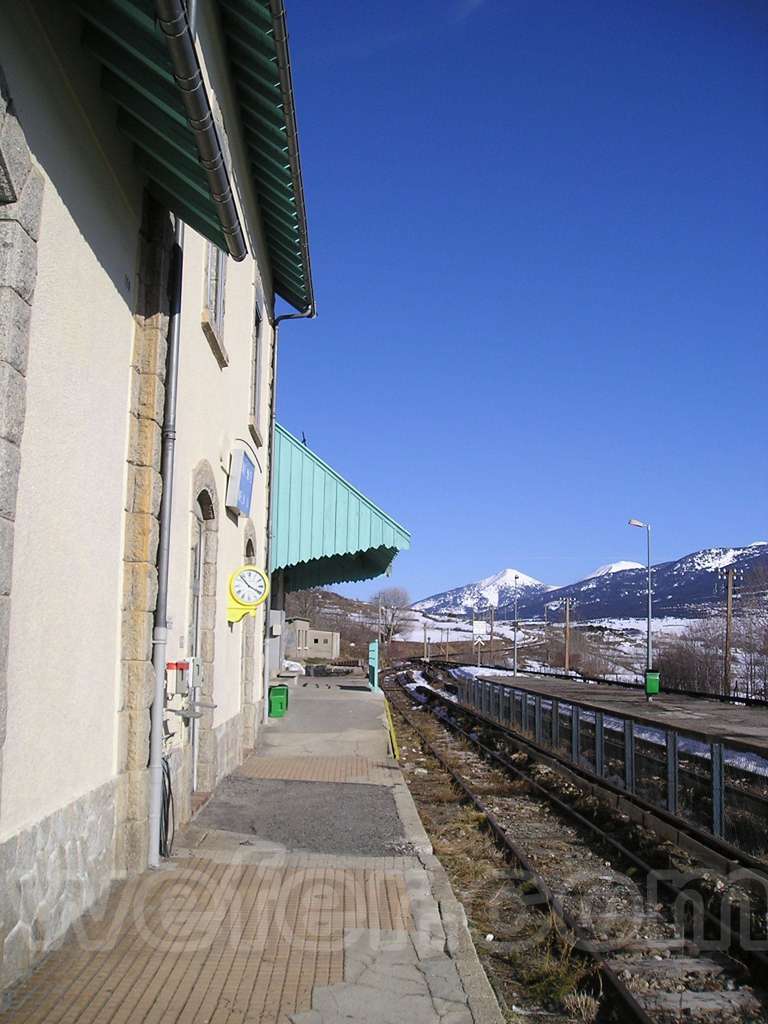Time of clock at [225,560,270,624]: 3:52
